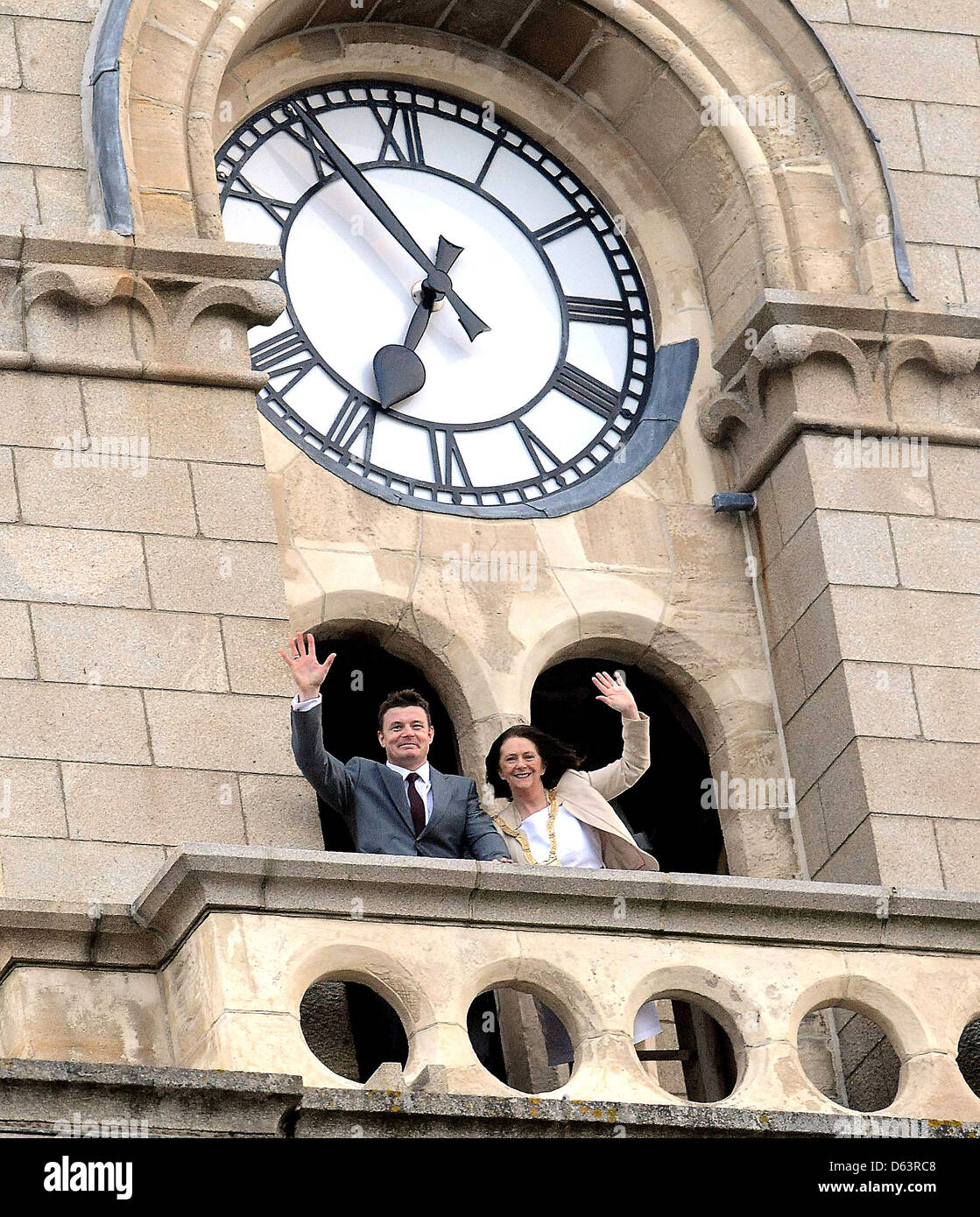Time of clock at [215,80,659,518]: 6:54
